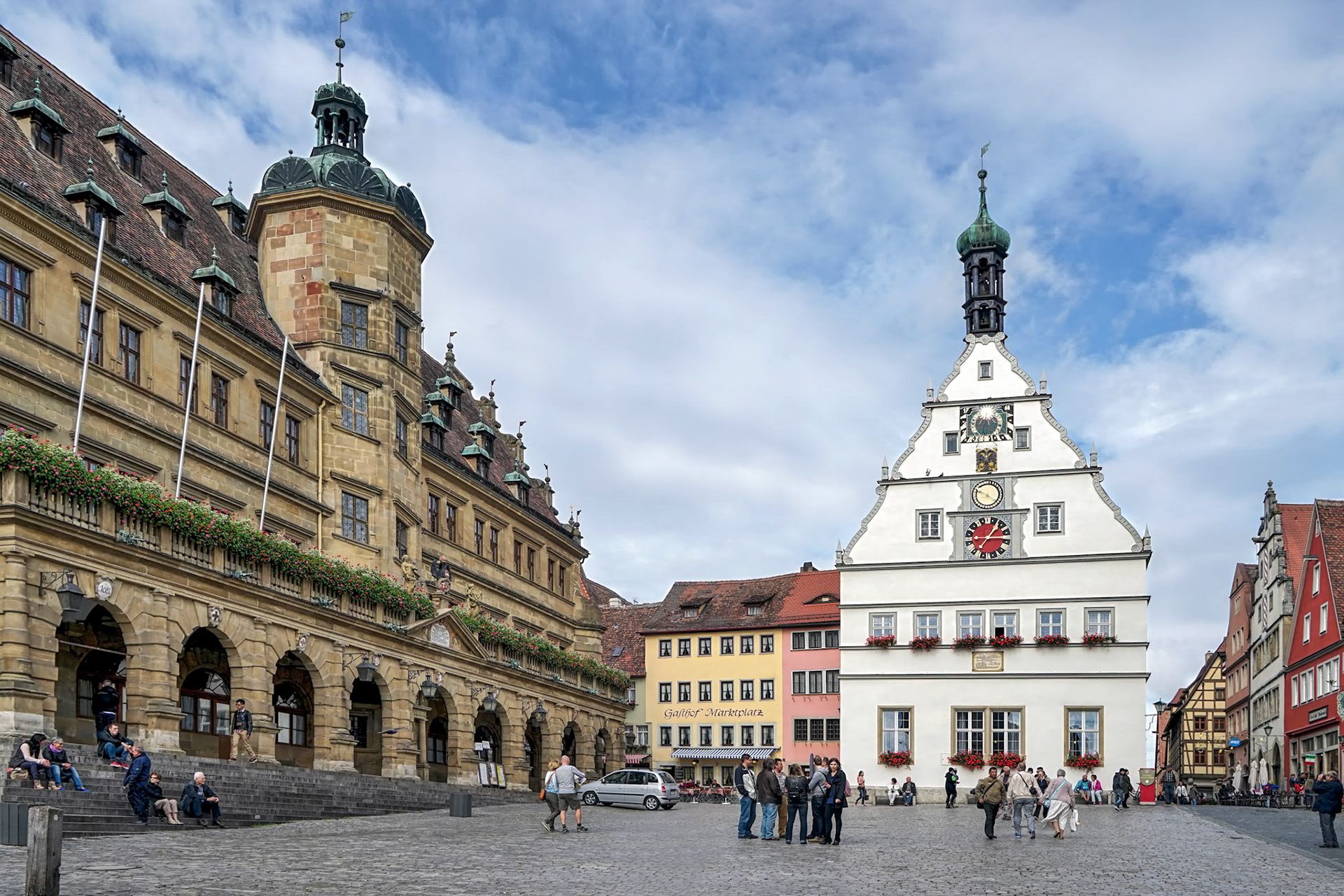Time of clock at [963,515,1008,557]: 1:13
